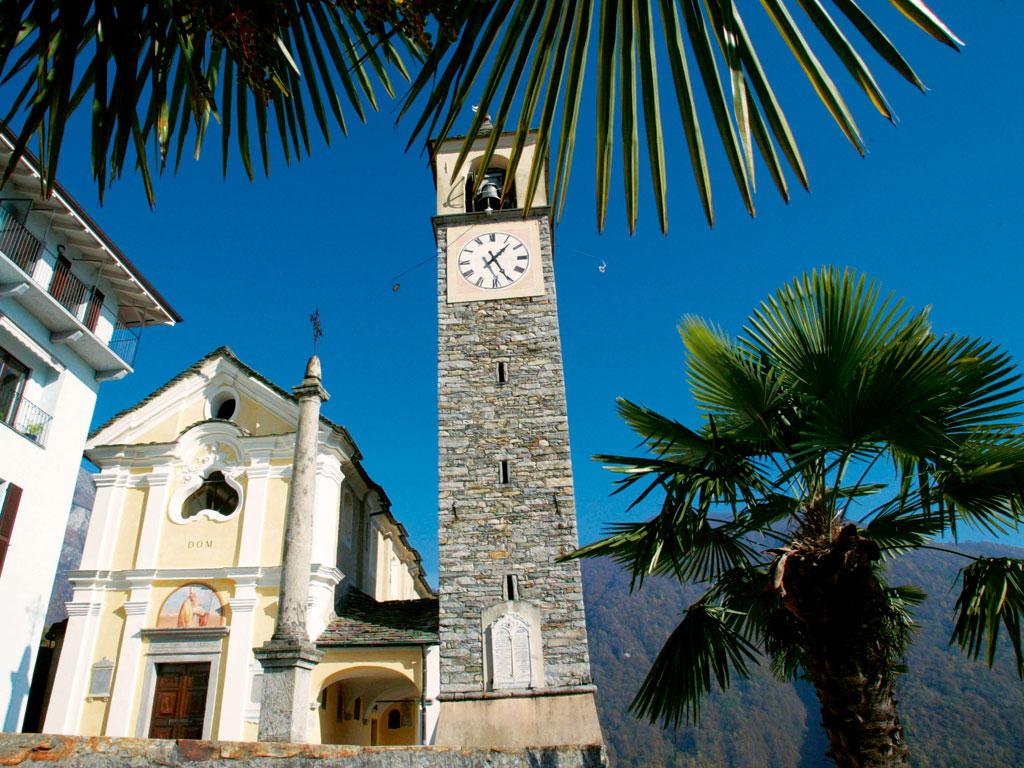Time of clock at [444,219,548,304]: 1:25
